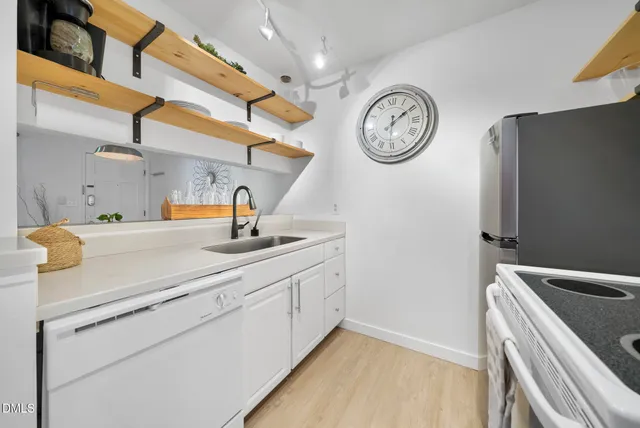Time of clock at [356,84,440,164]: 12:09
